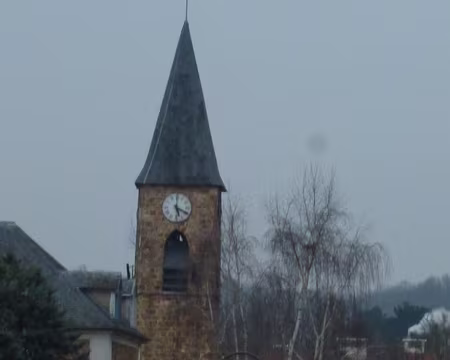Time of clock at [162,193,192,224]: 5:18
